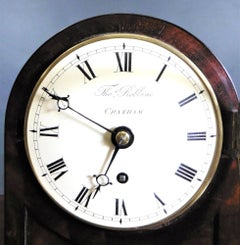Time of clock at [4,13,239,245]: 6:49
